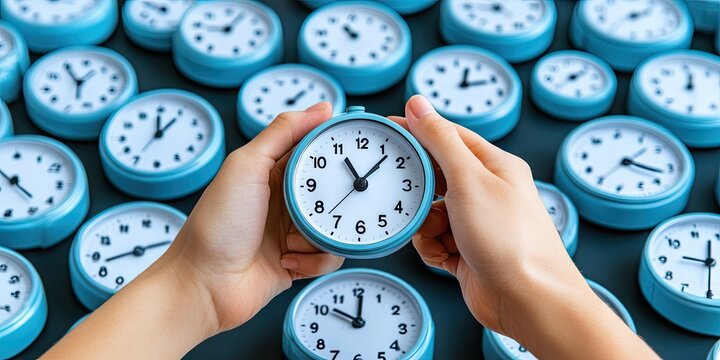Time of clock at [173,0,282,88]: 9:05
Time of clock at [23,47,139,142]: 12:55
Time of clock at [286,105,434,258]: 11:07
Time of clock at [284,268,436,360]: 10:00
